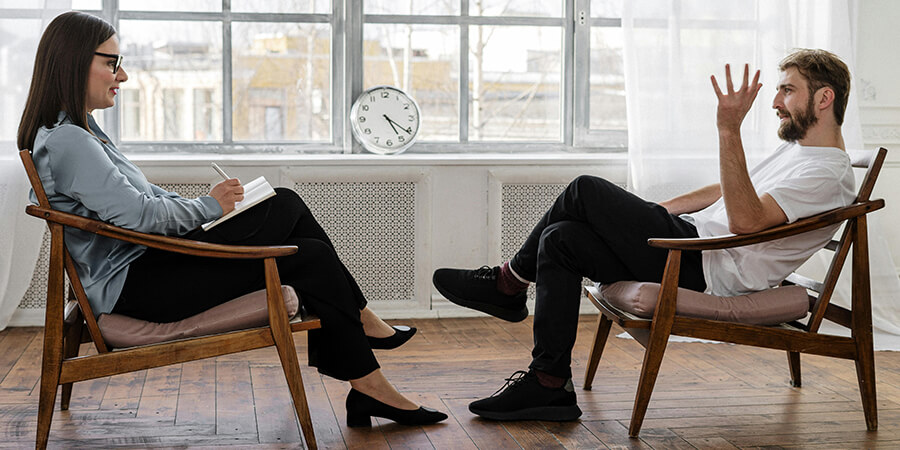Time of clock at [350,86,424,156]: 5:21
